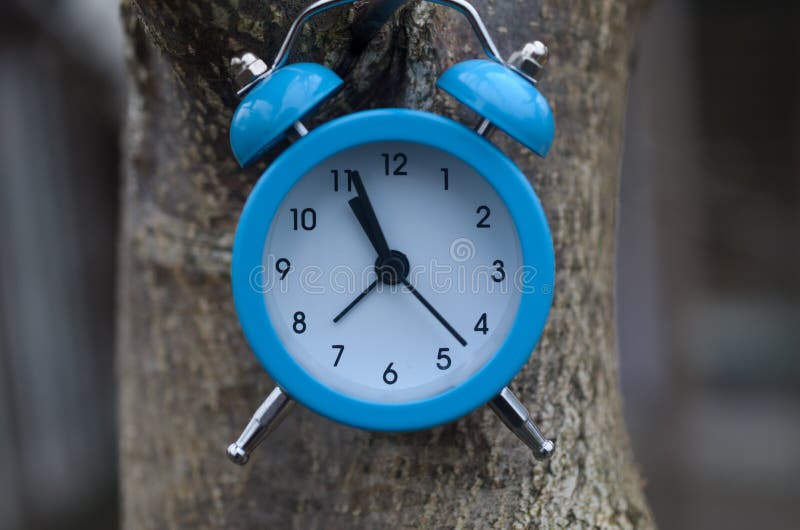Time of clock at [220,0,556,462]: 11:22
